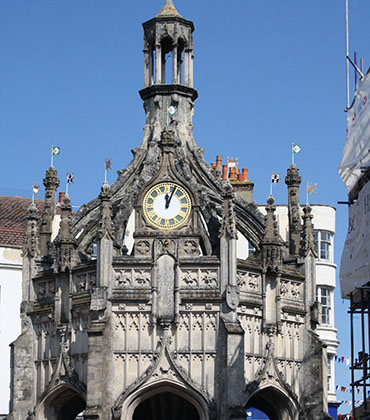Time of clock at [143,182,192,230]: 12:04
